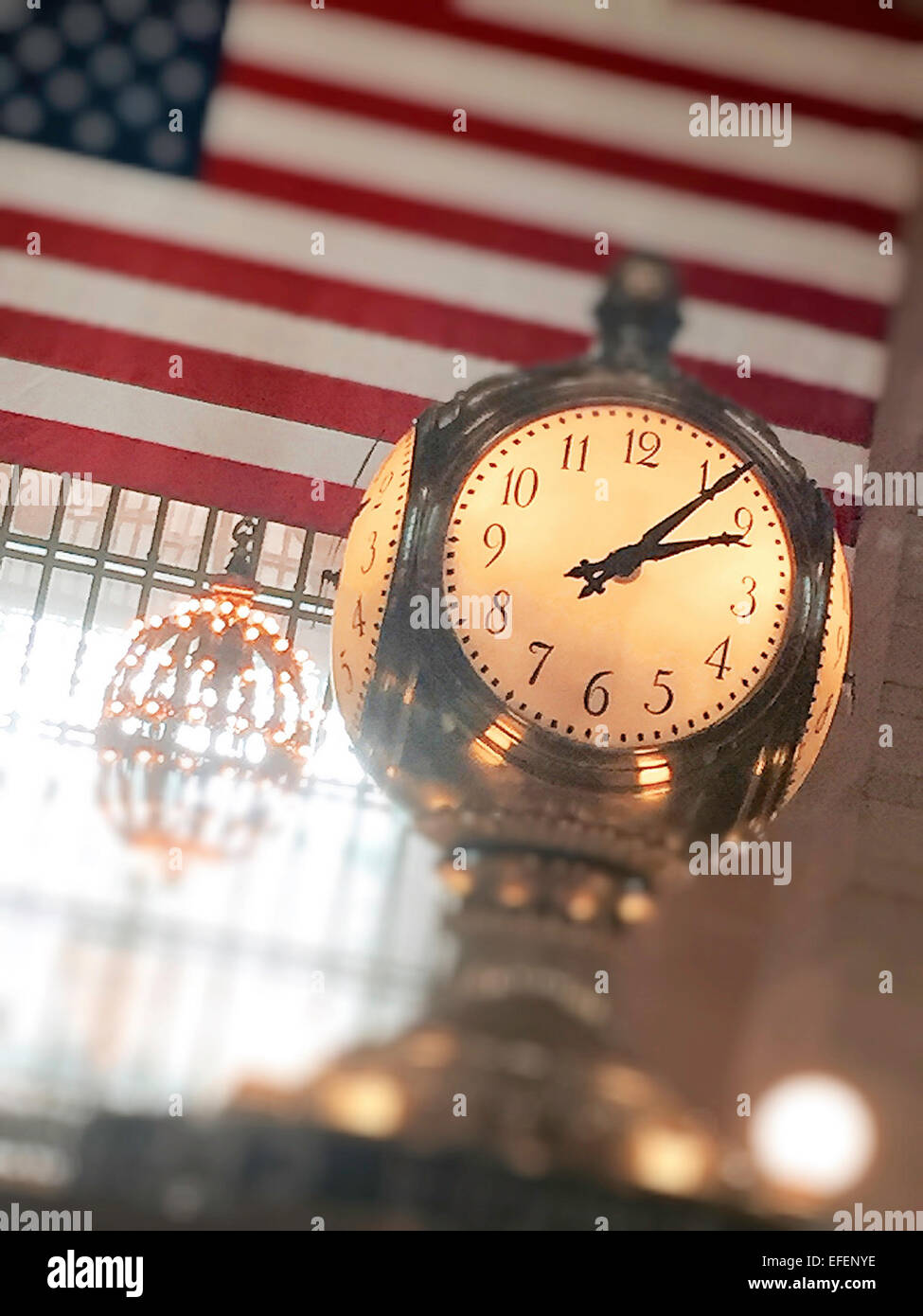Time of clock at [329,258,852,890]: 2:06
